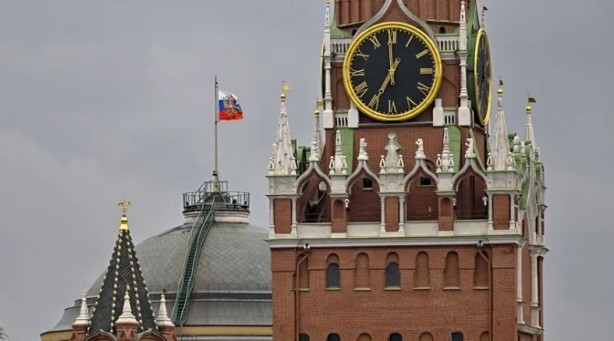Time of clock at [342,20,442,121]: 6:59
